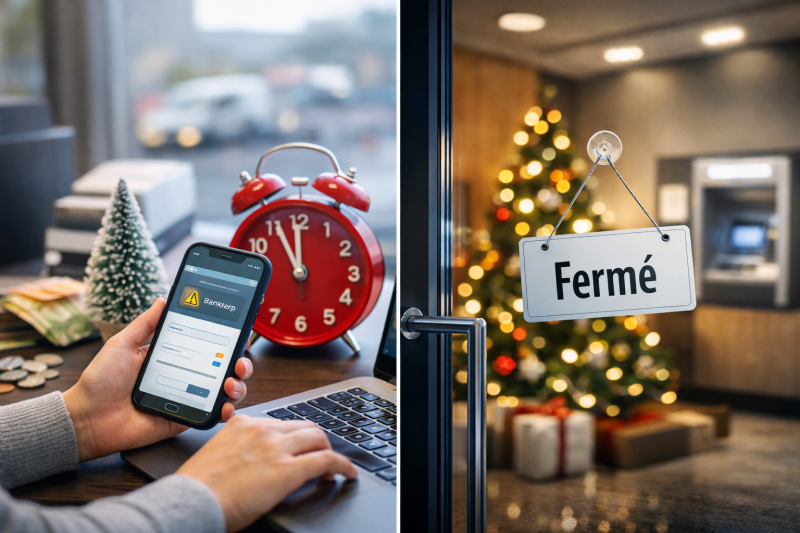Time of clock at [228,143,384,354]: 10:59
